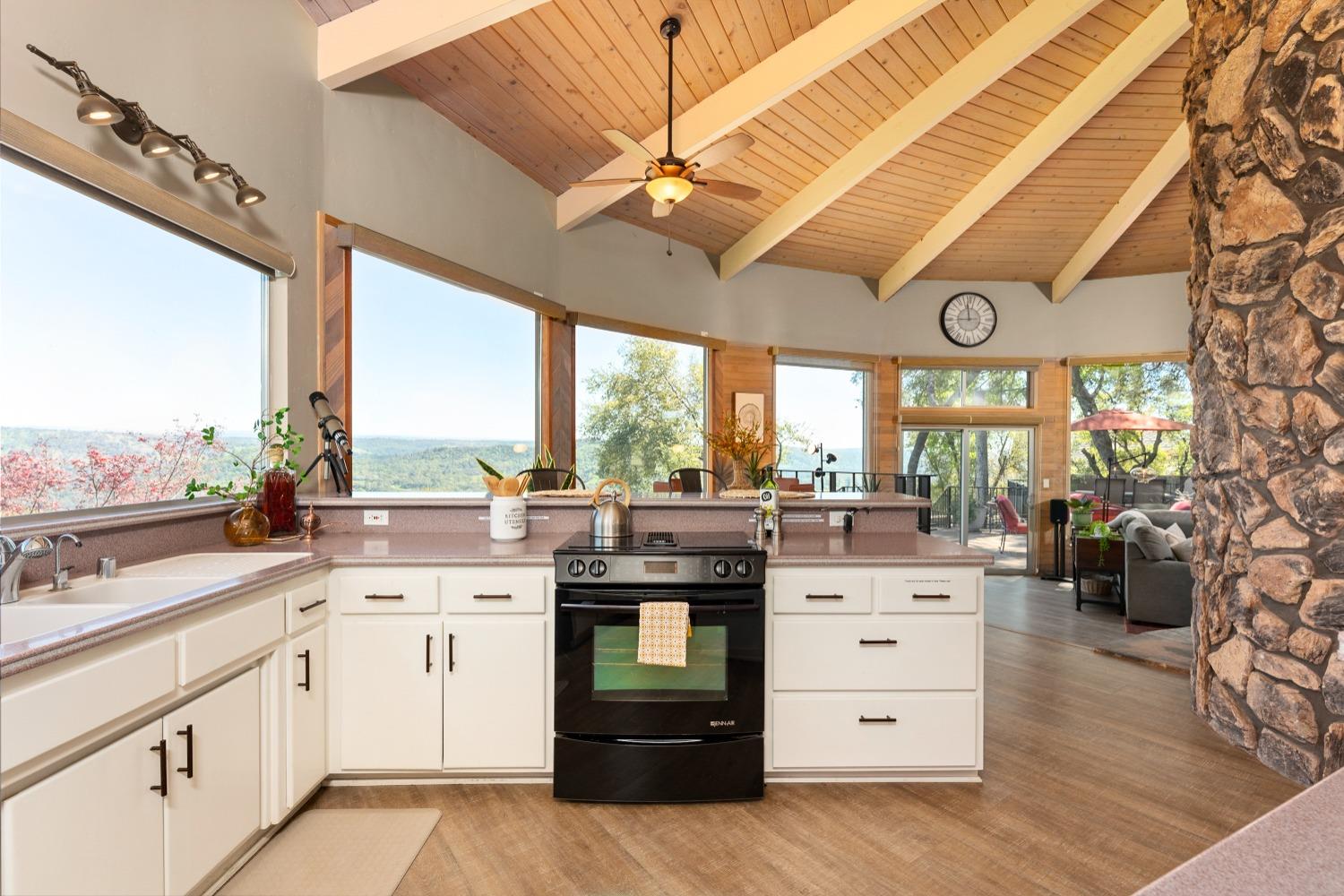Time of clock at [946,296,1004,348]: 11:44
